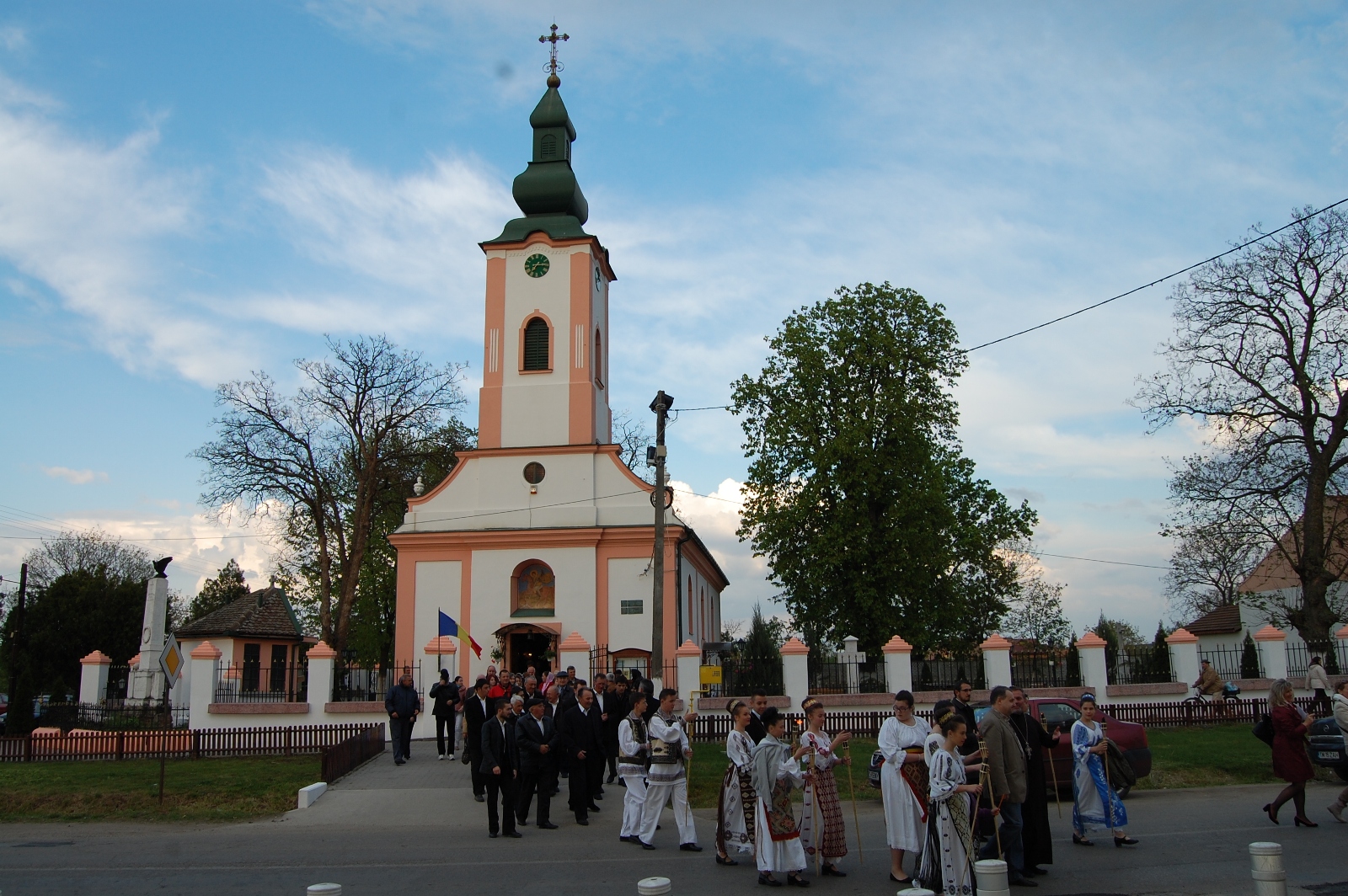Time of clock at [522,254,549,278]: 7:14
